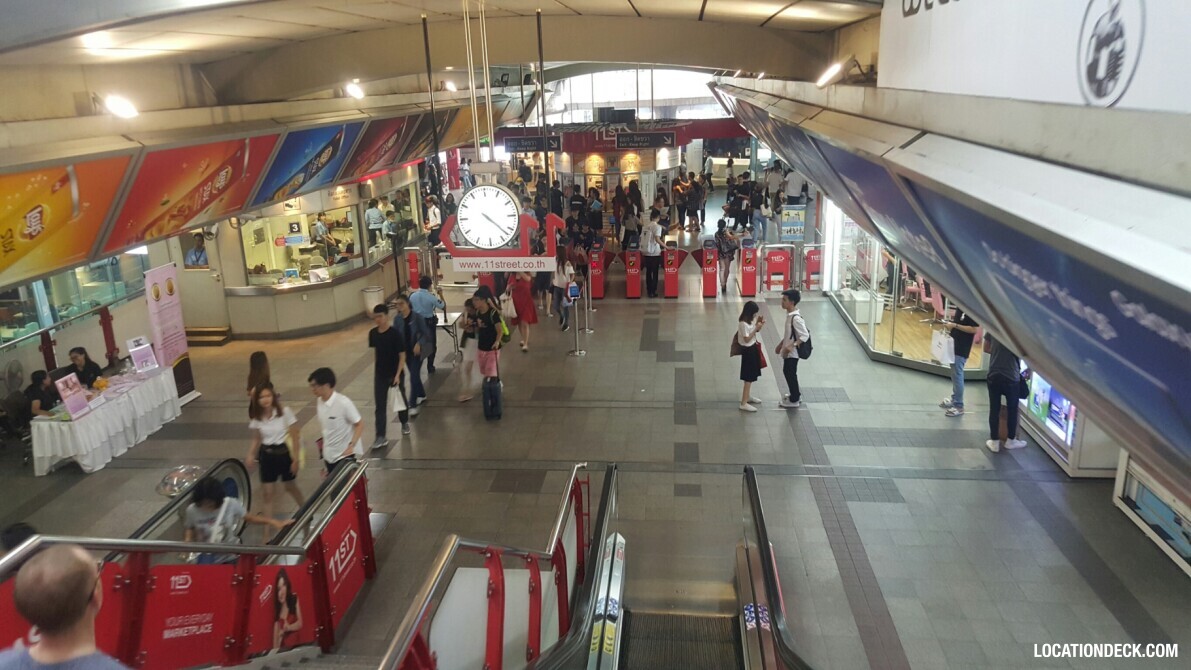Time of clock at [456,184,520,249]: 4:22
